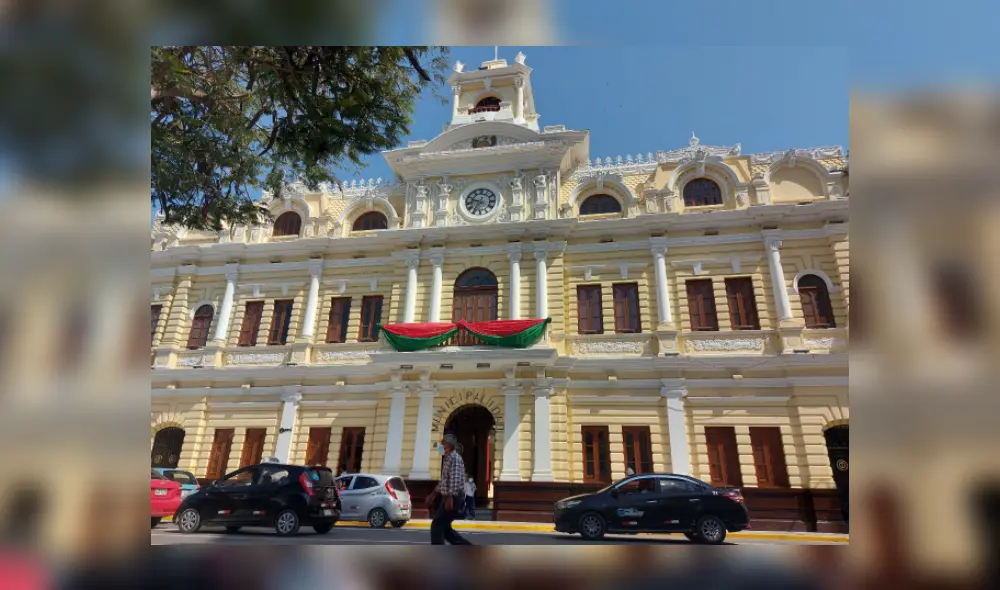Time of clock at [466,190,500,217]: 9:35
